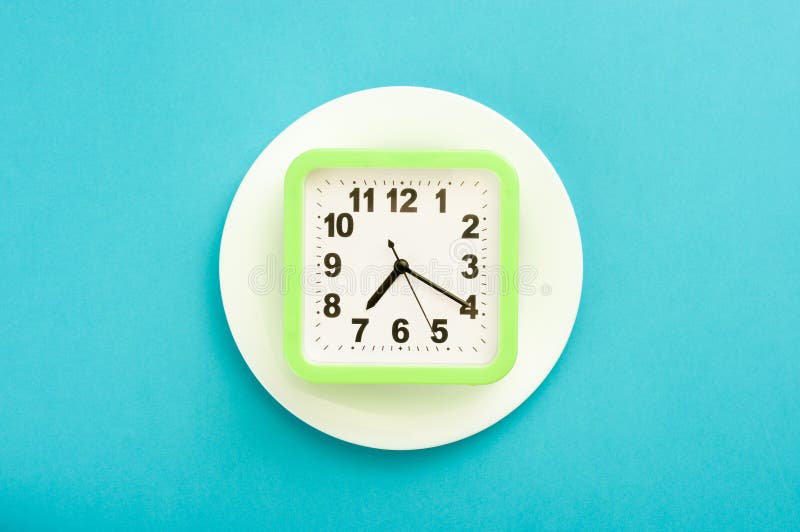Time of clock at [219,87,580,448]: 7:19
